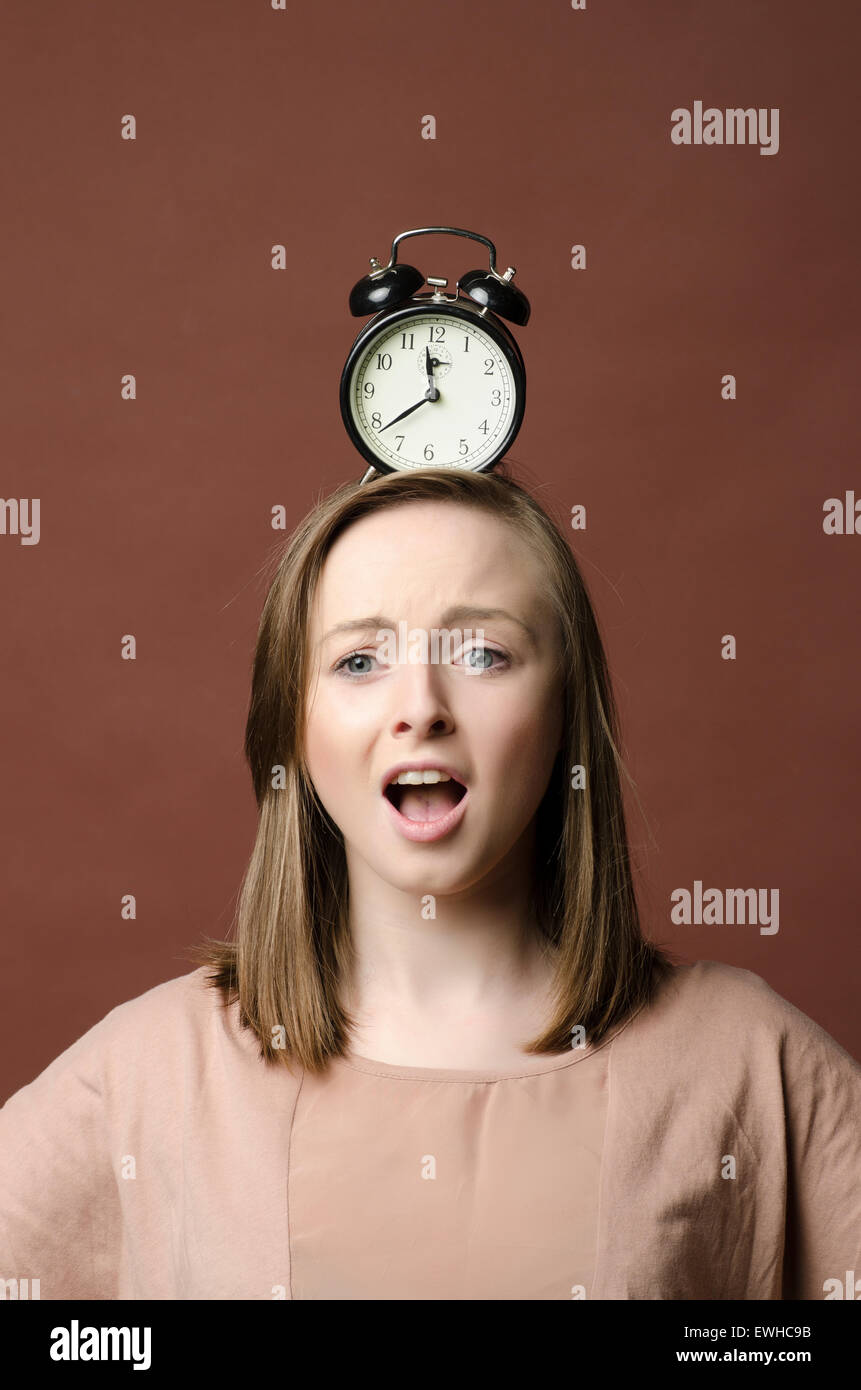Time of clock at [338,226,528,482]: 11:38
